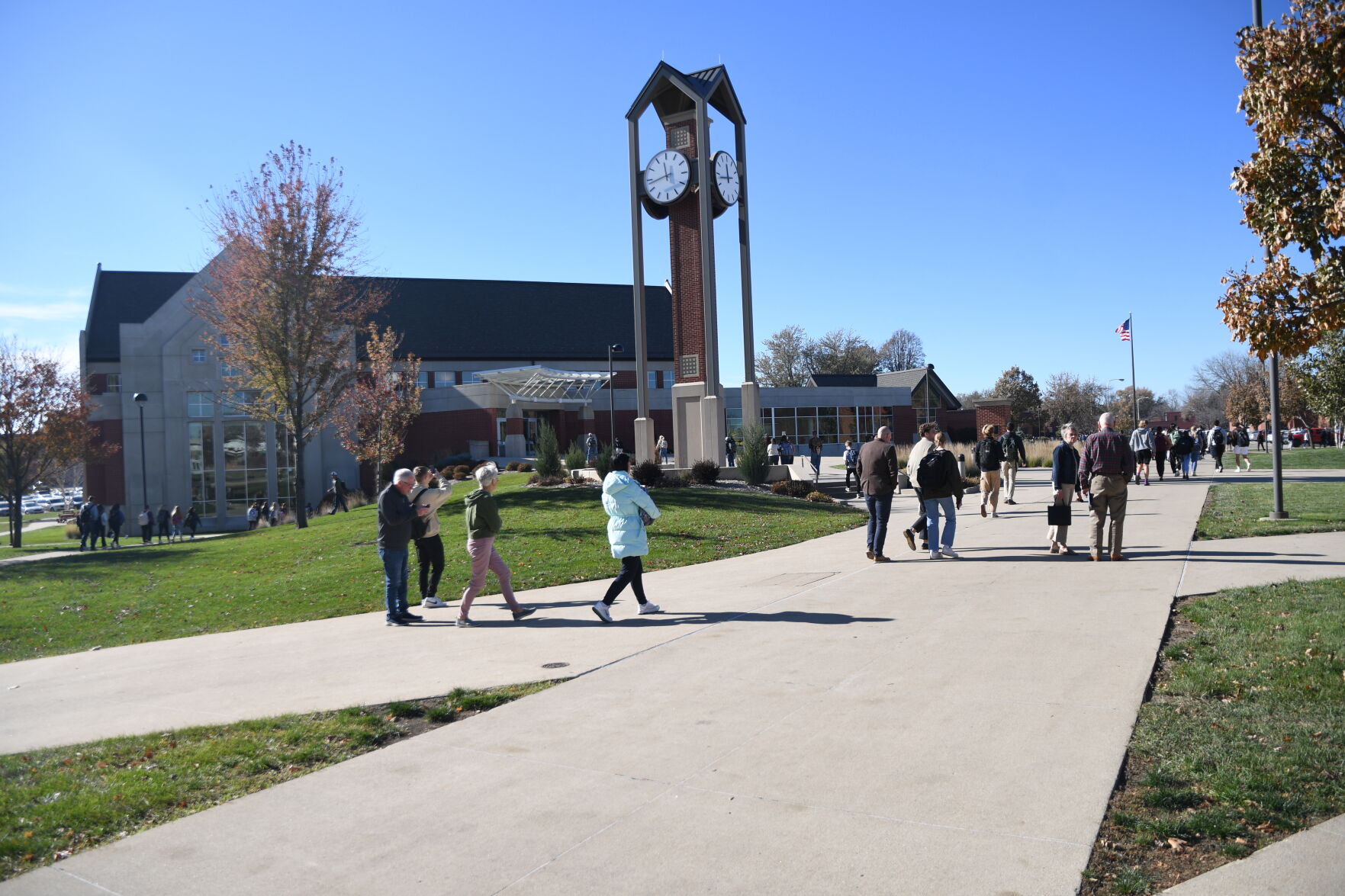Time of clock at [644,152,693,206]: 11:43
